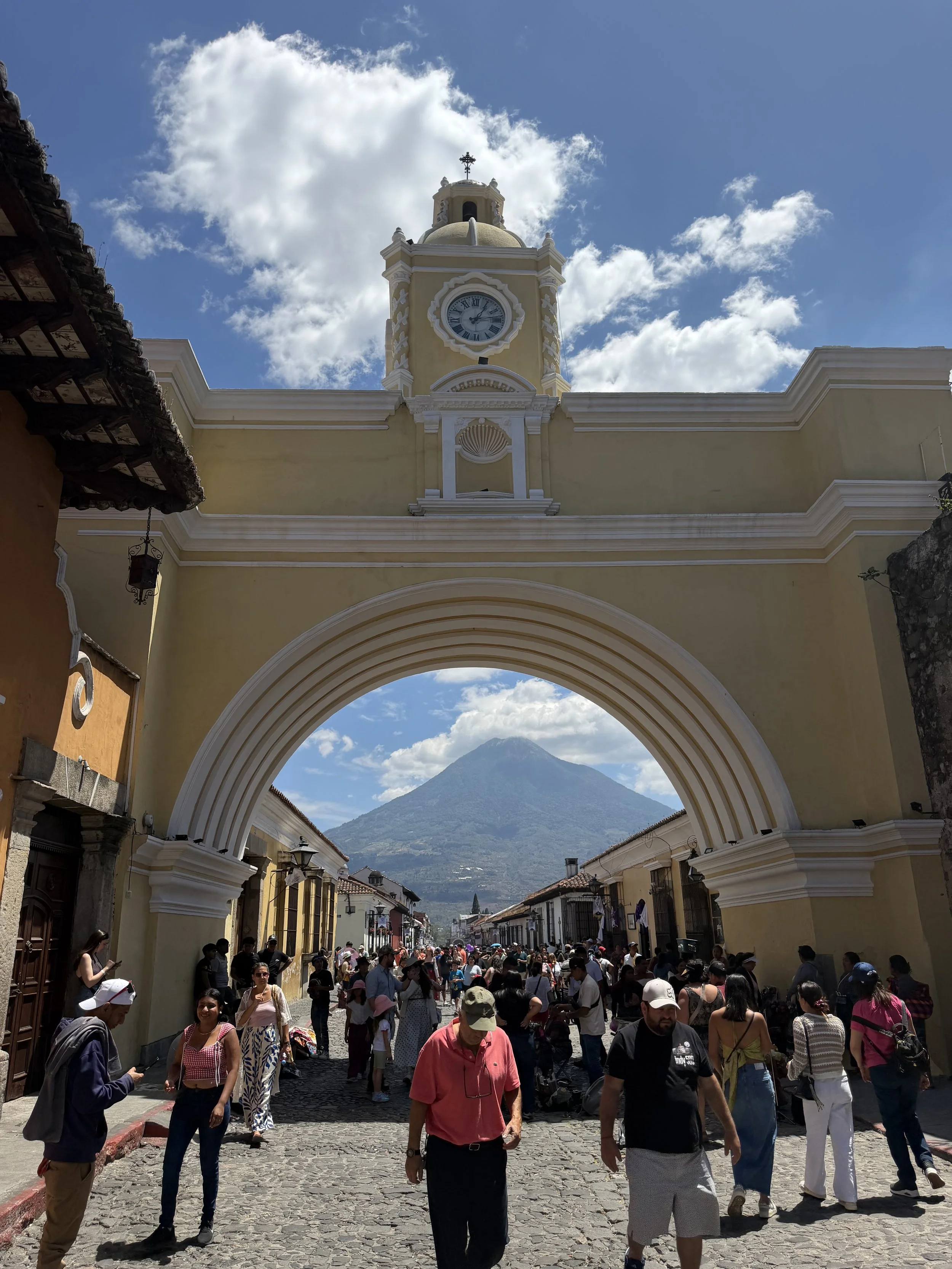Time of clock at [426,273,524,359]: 1:13
